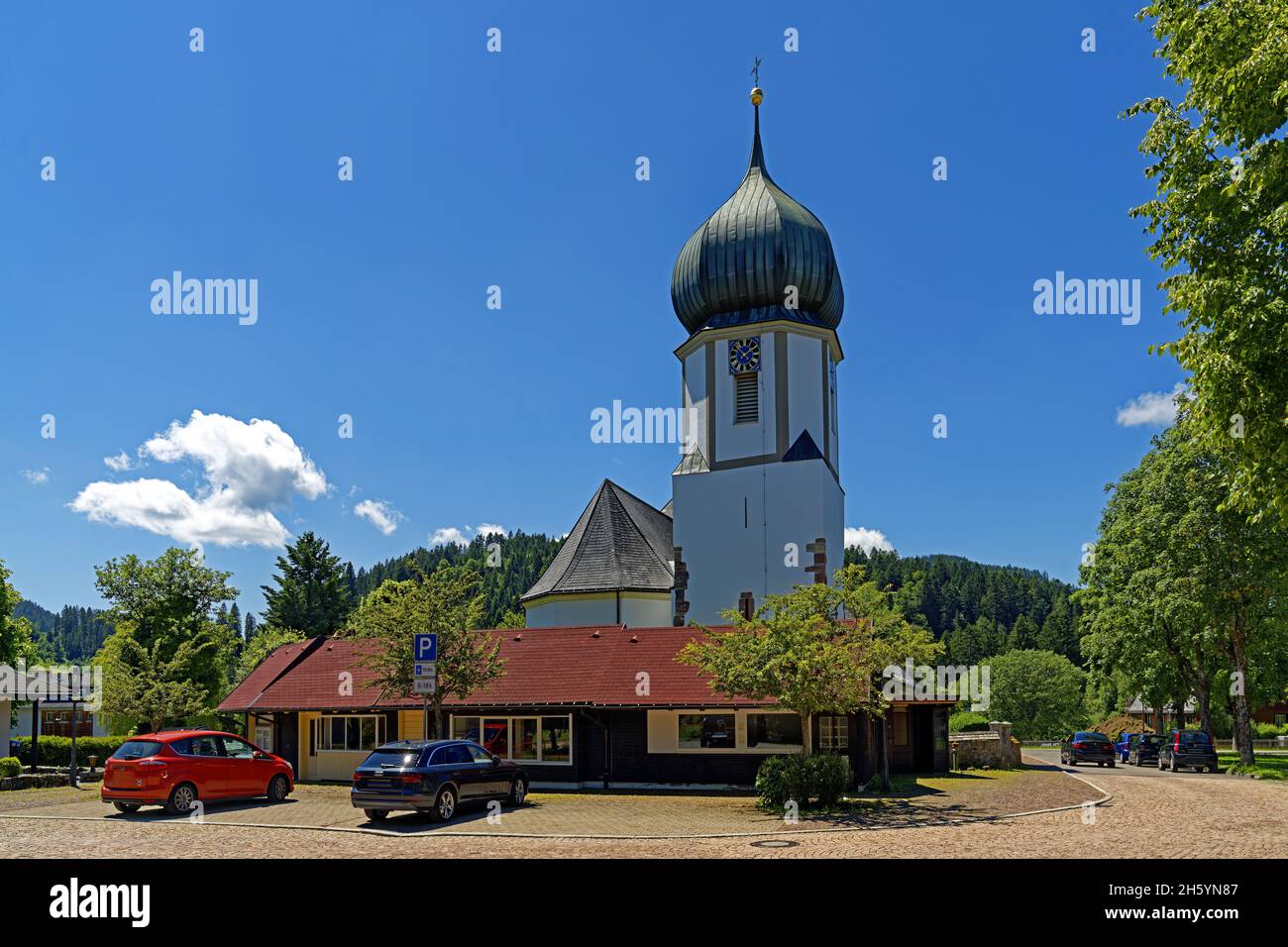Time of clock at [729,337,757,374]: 1:52
